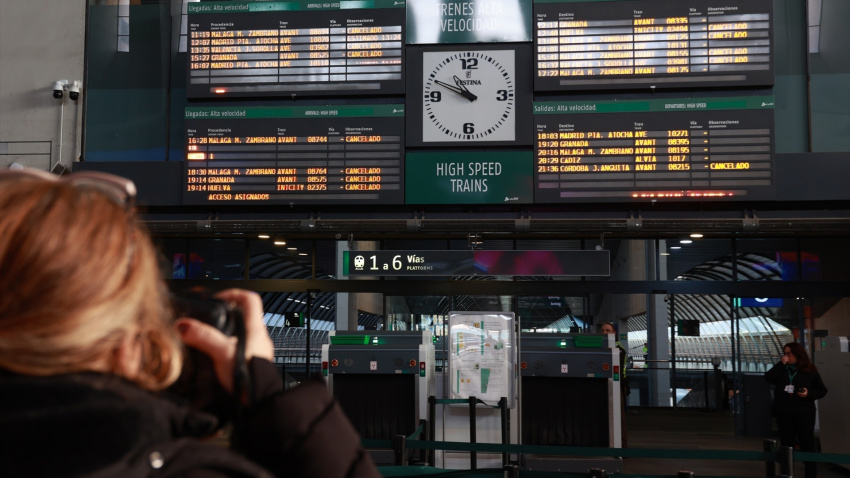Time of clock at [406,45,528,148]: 10:49
